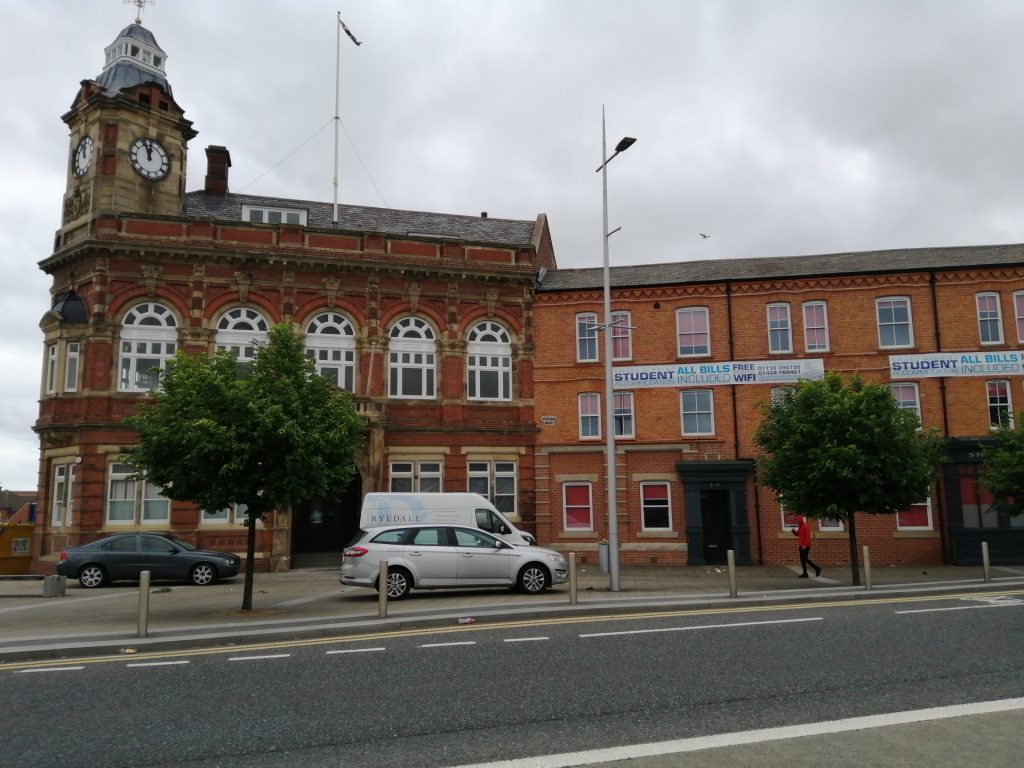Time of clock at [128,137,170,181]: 11:56
